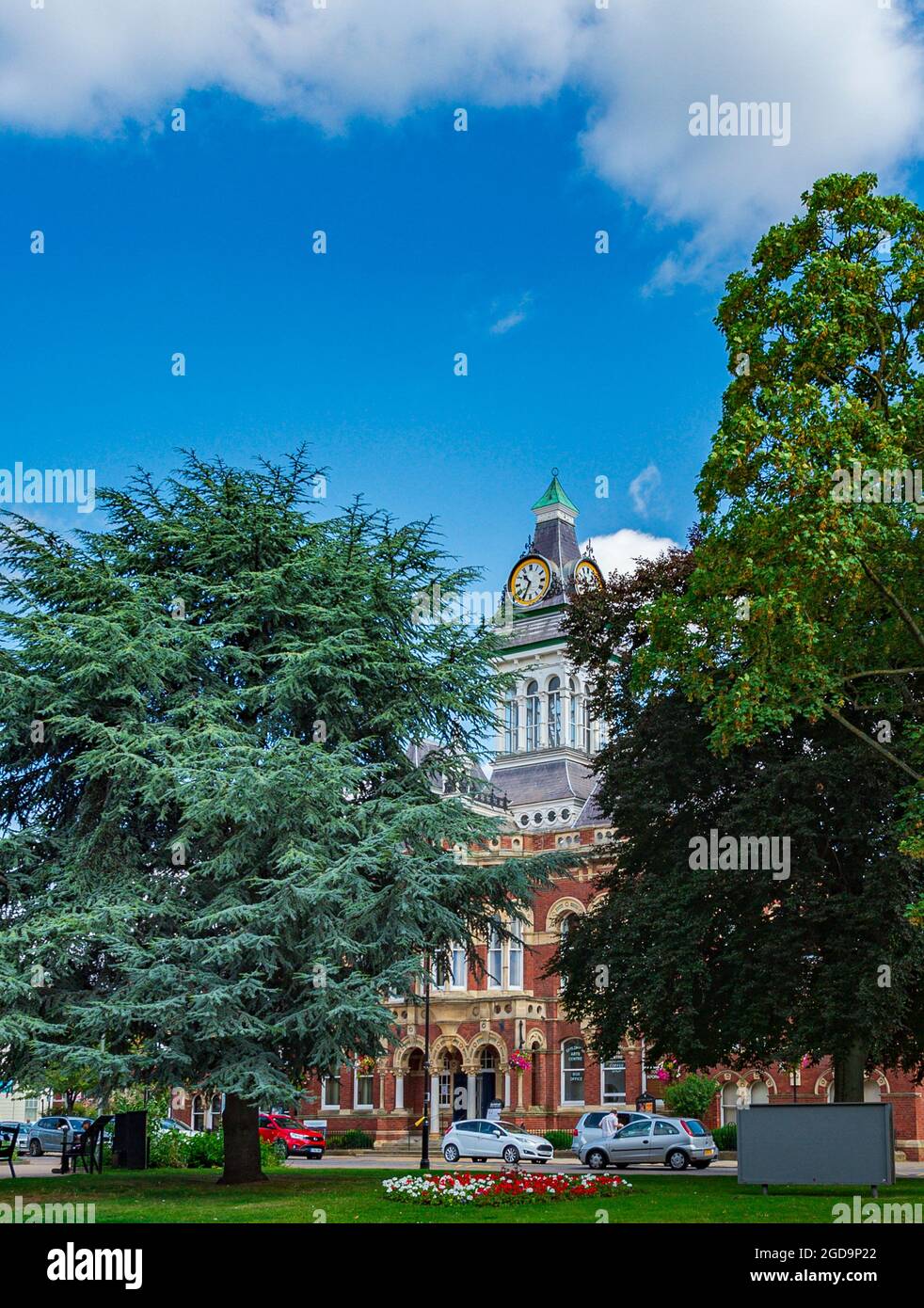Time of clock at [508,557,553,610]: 10:34
